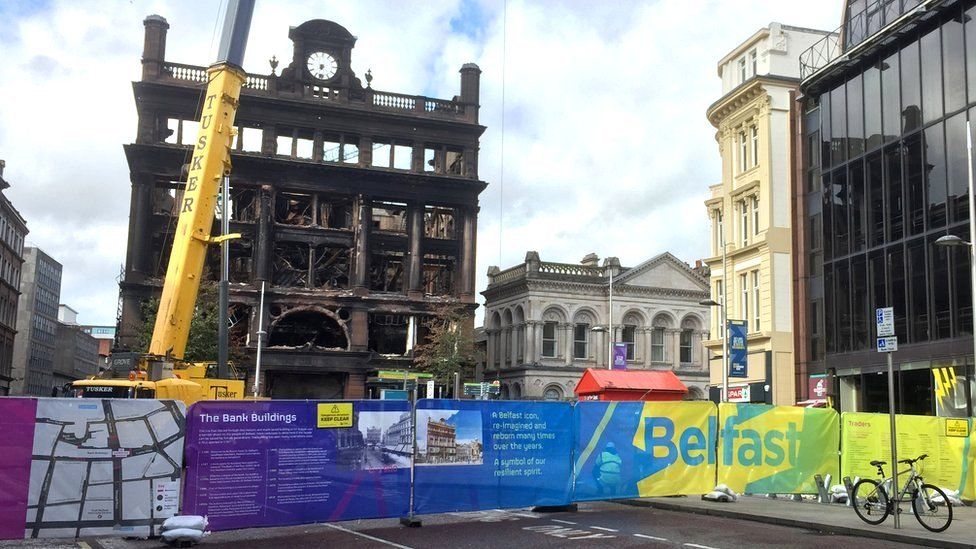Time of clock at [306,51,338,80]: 7:32
